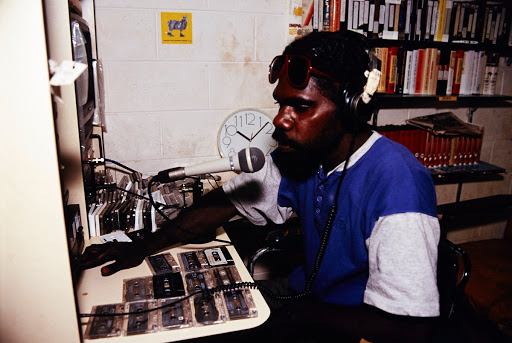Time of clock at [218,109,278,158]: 10:07
